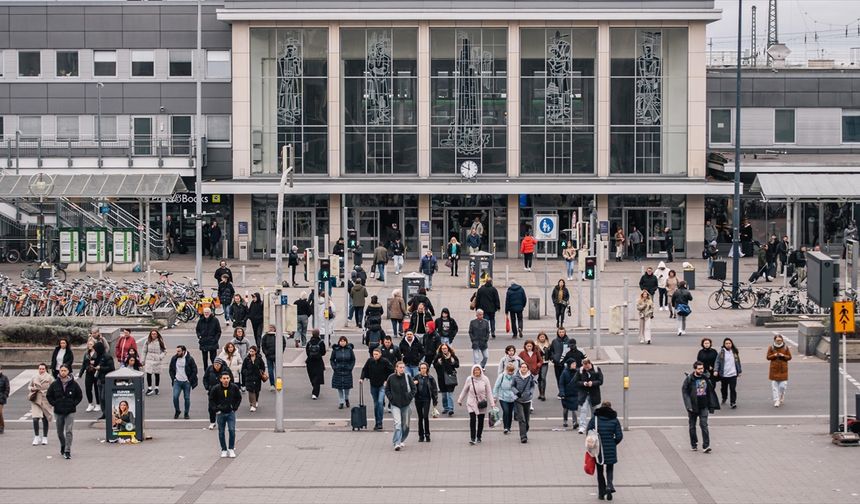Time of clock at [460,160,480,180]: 11:48
